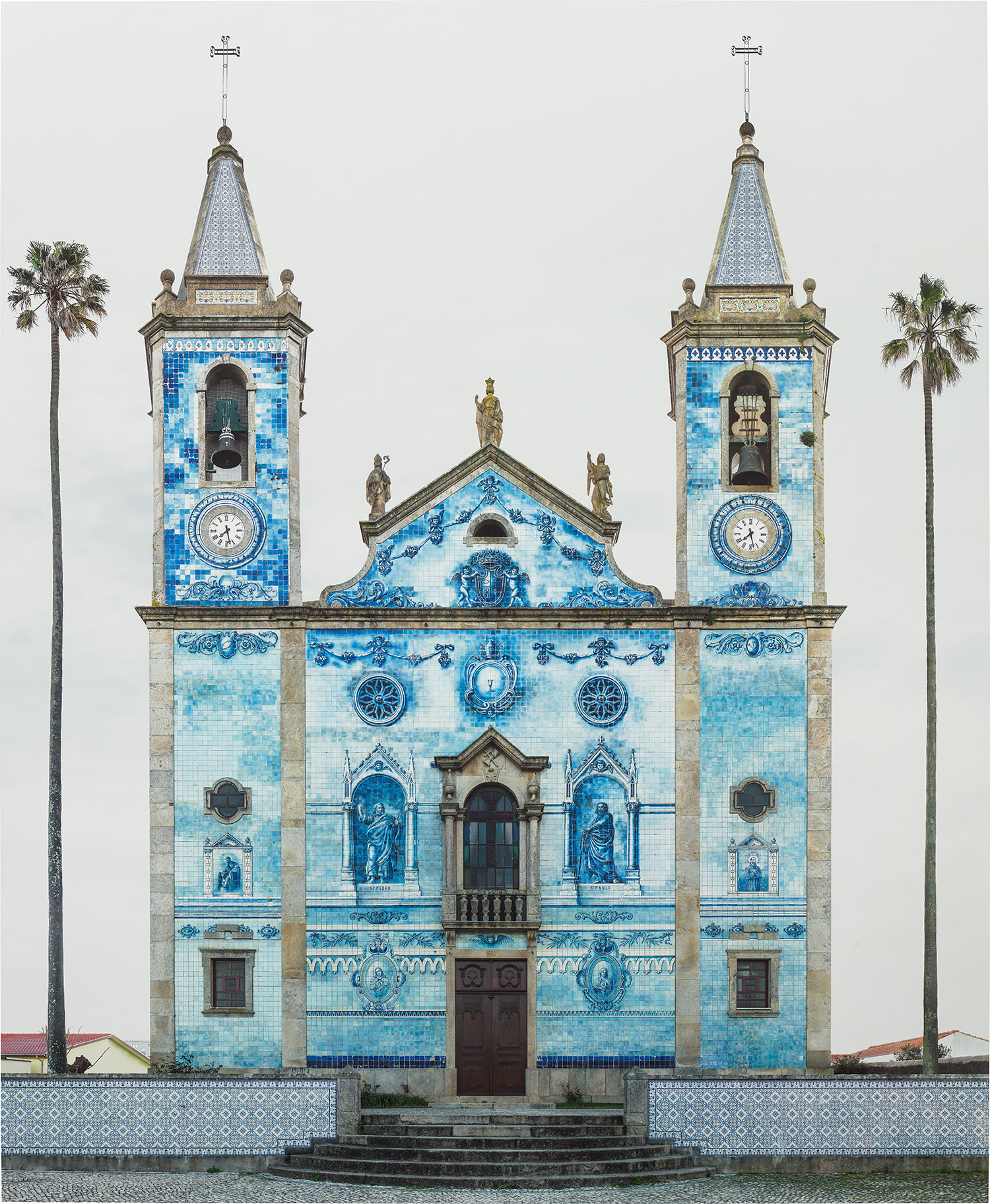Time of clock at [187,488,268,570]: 7:28
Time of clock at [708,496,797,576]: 7:27
